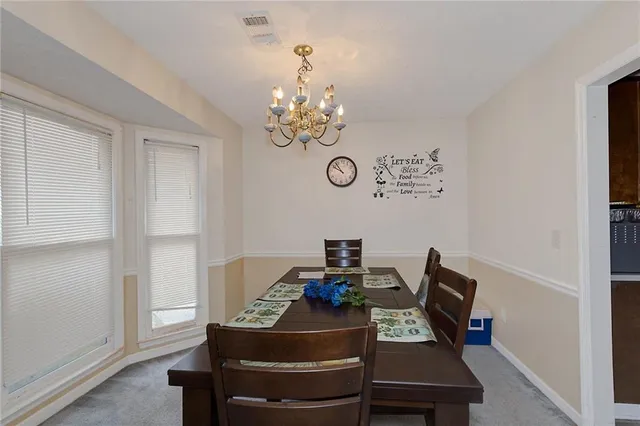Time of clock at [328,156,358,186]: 9:53
